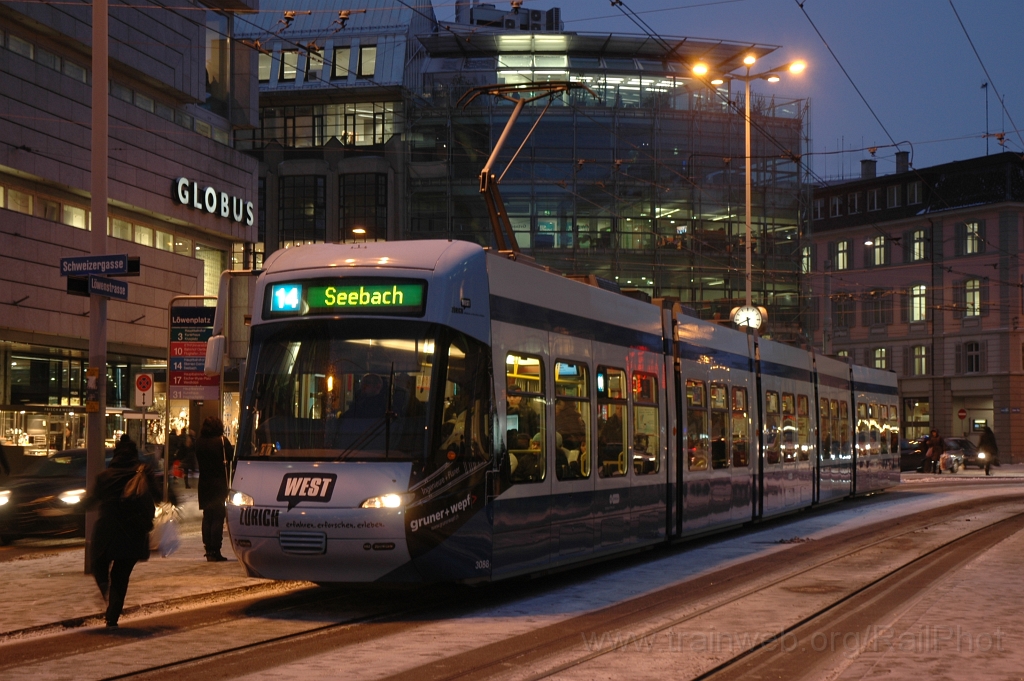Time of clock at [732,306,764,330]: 5:40
